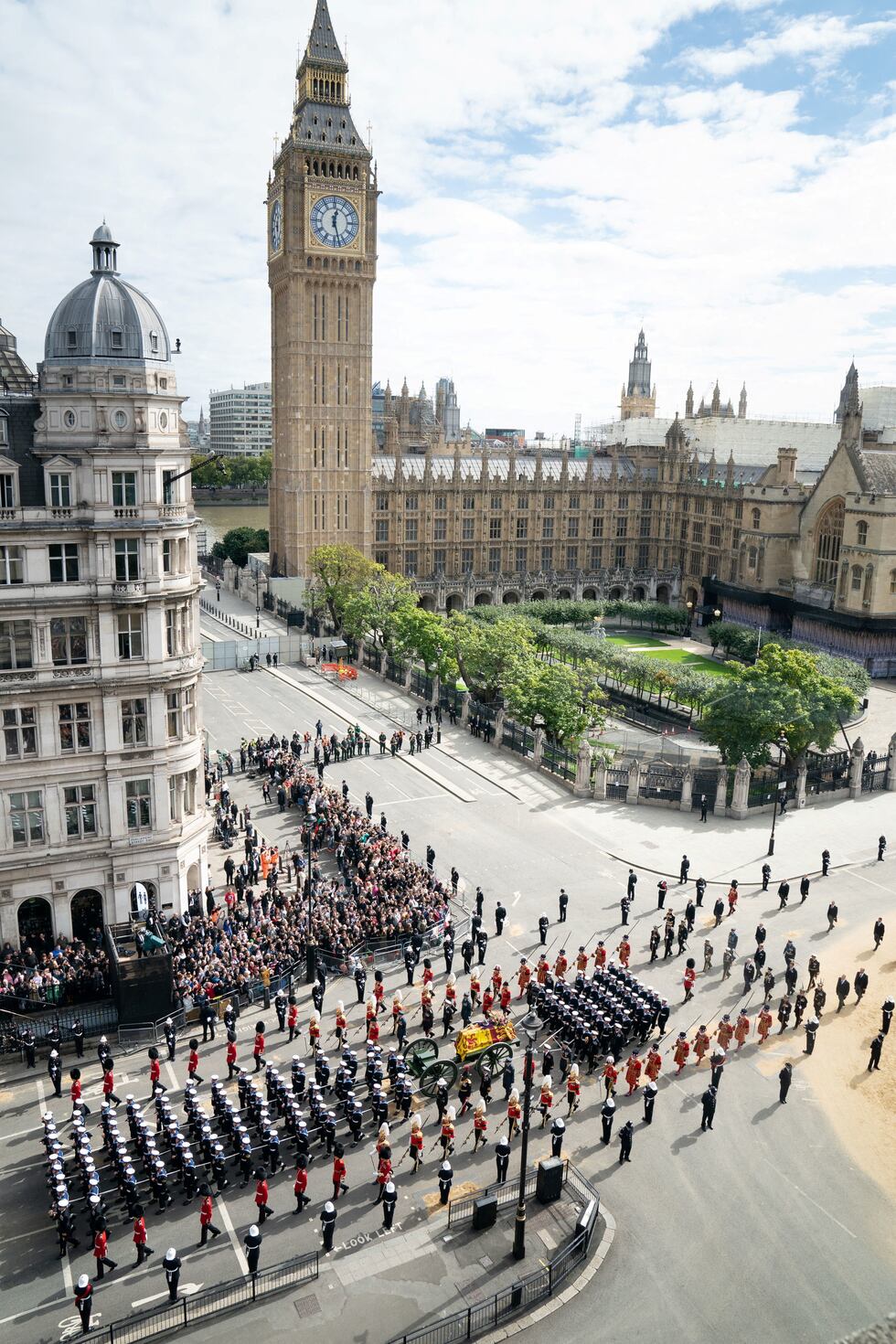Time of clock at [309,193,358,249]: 12:27
